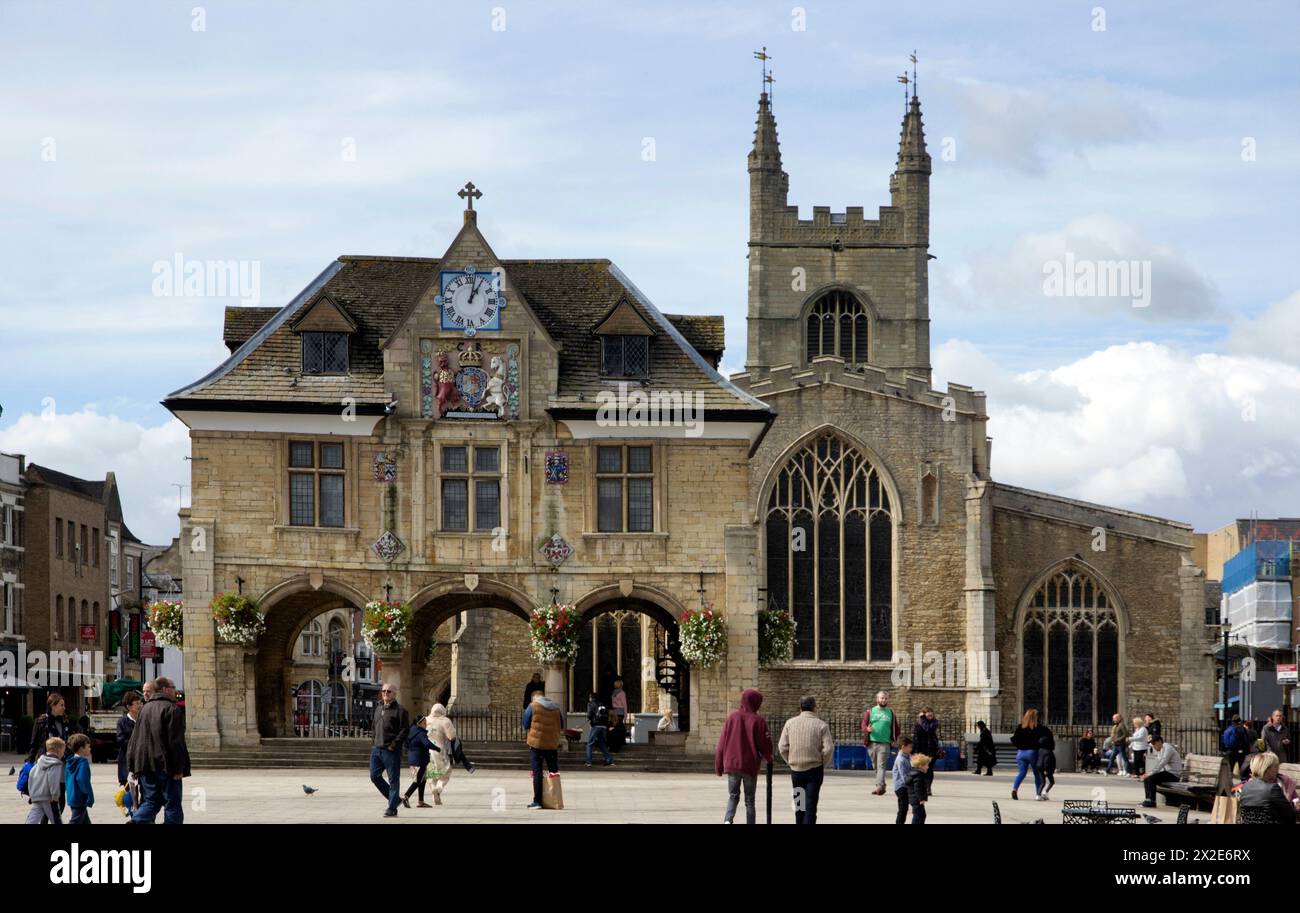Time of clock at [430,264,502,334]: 1:02
